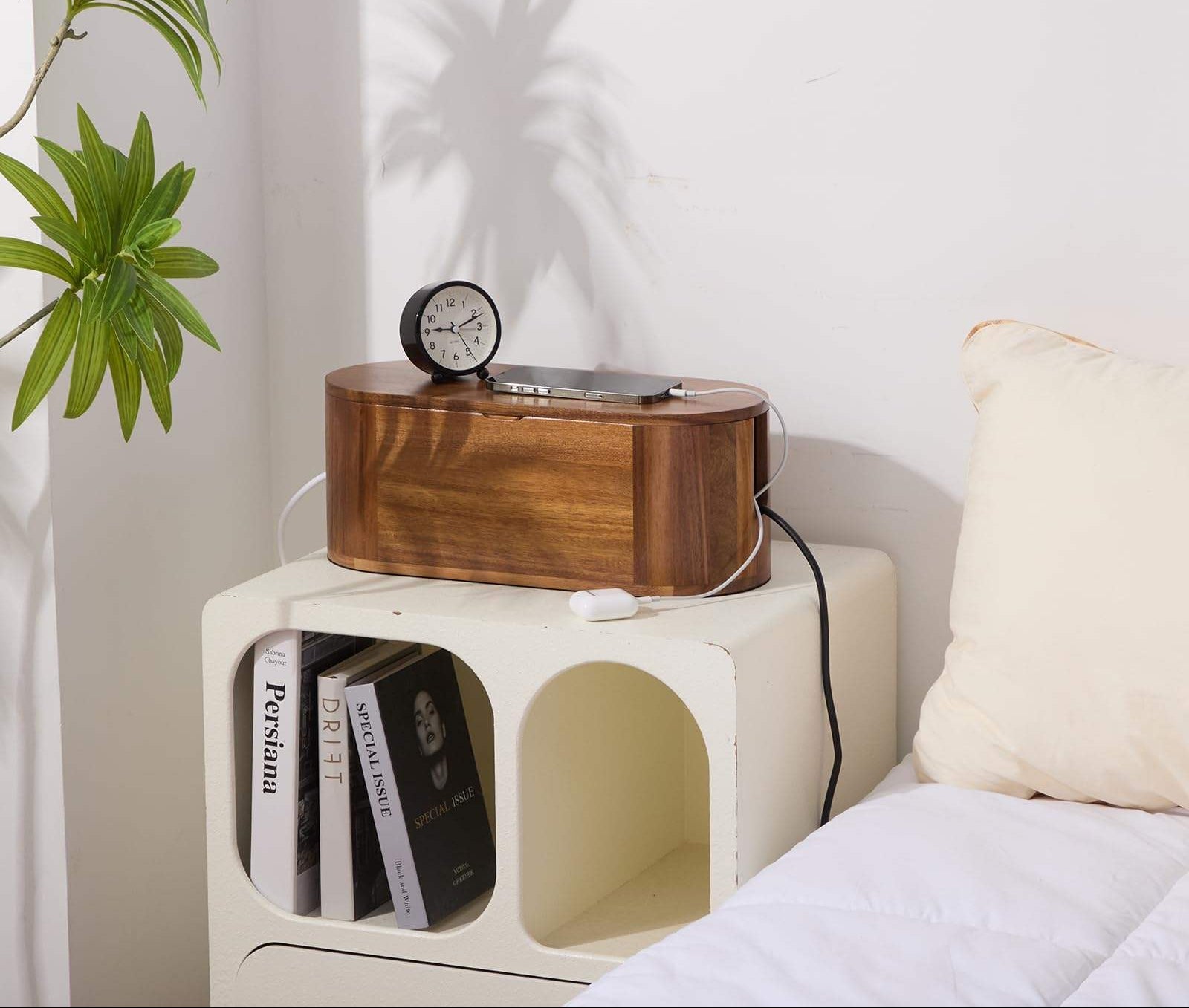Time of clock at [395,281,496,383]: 9:11
